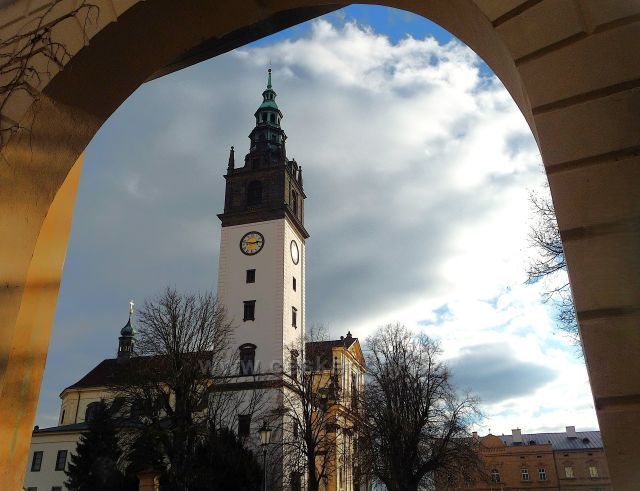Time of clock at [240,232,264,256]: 2:46
